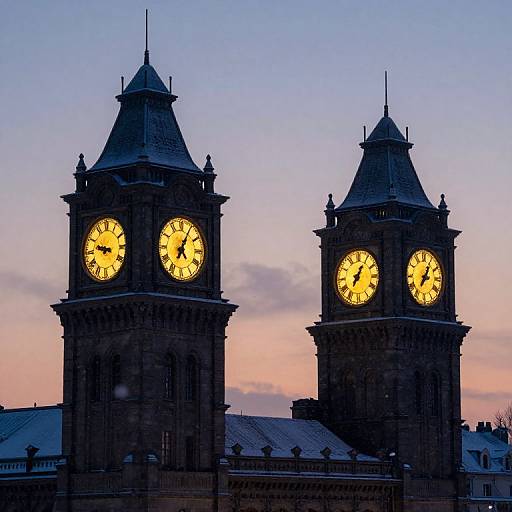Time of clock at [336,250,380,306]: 7:04
